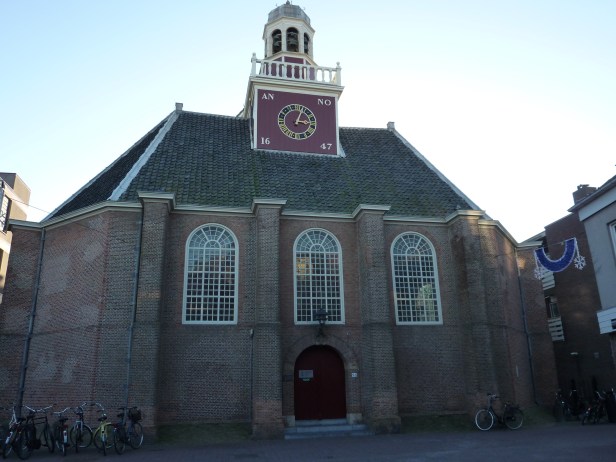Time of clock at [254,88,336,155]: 3:02
